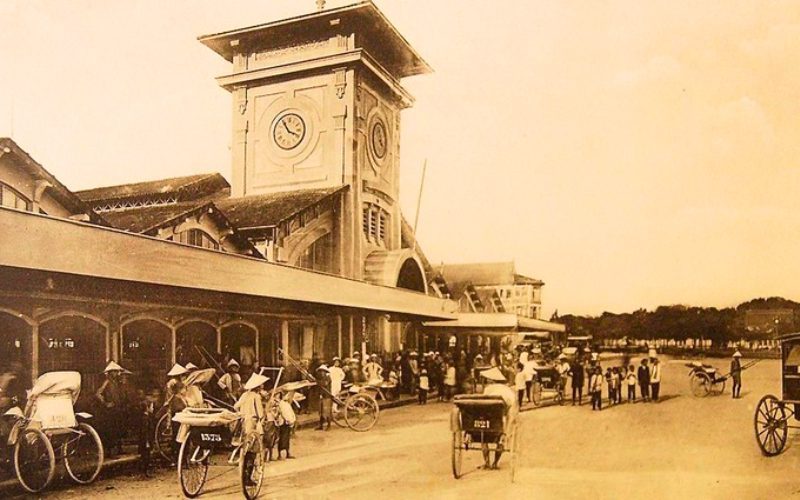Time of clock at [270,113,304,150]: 3:54
